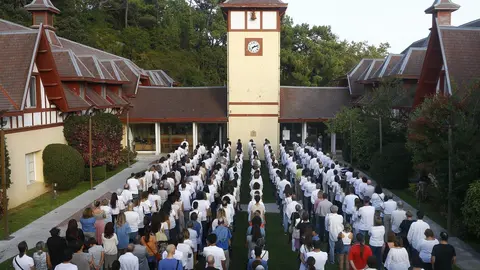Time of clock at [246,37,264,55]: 7:11
